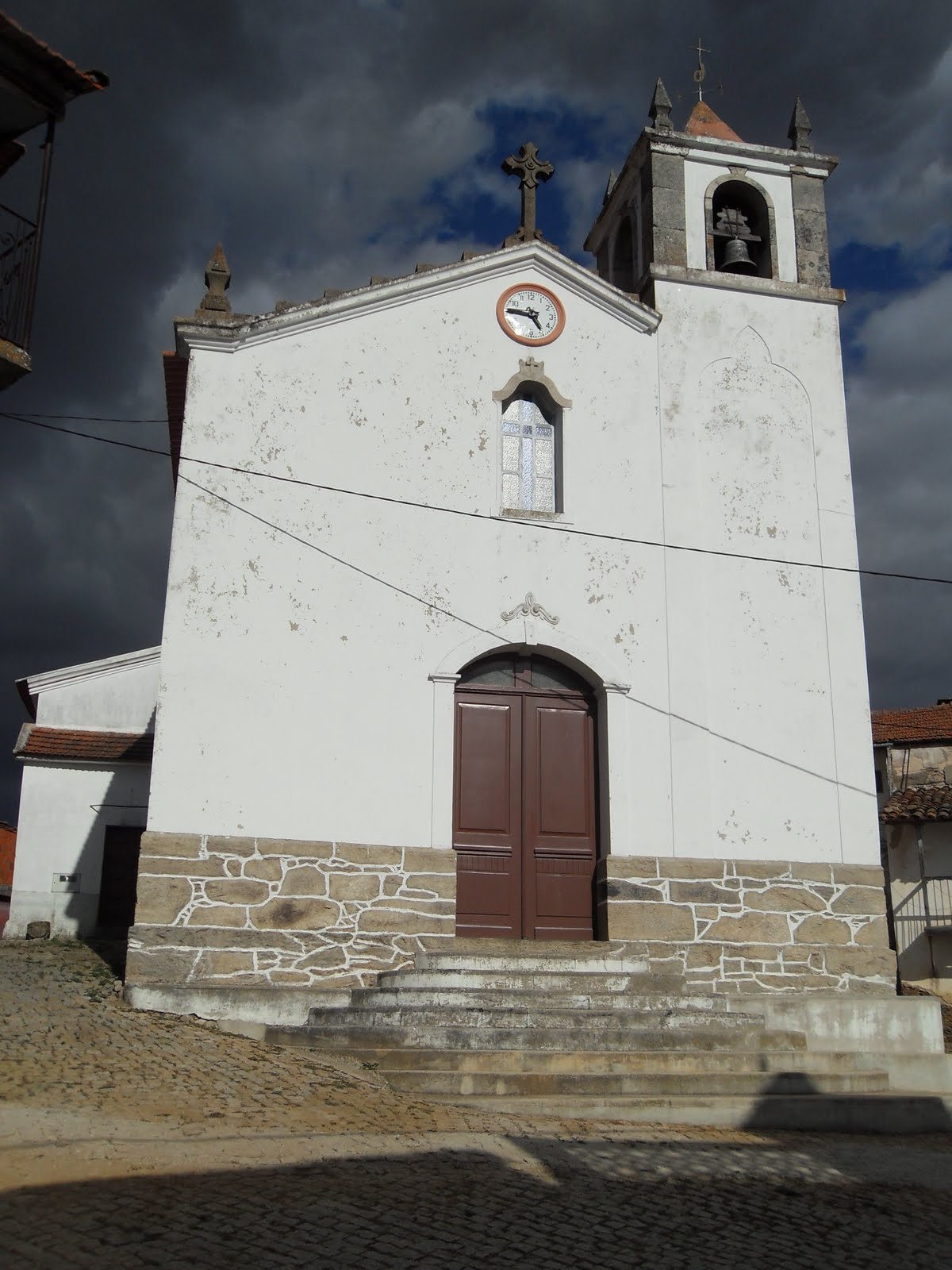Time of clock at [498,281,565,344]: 4:45
